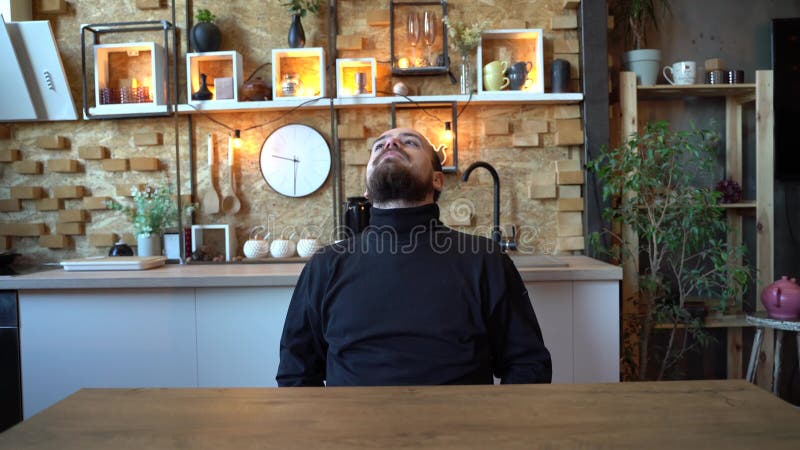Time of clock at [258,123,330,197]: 9:30
